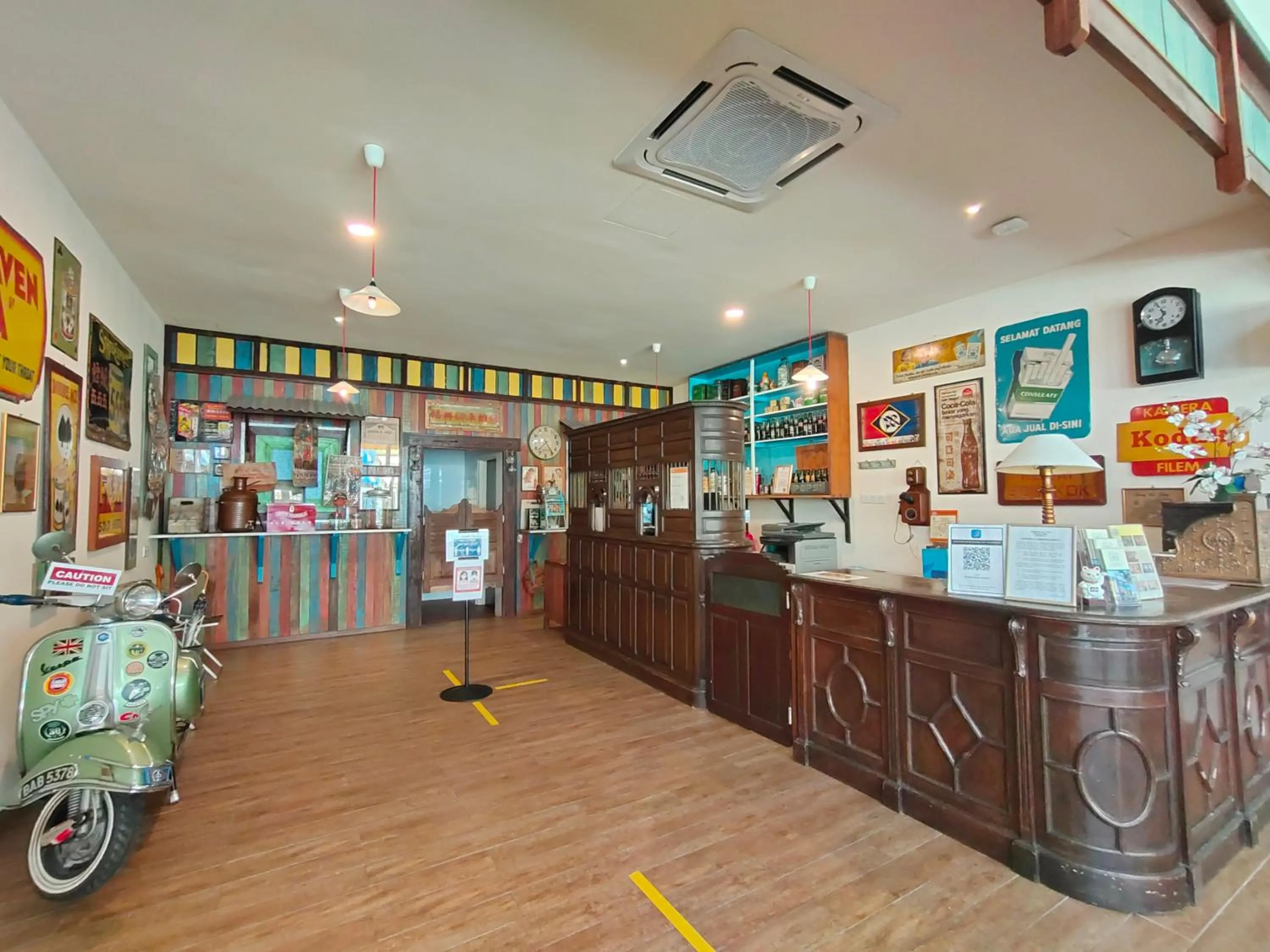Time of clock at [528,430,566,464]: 7:23
